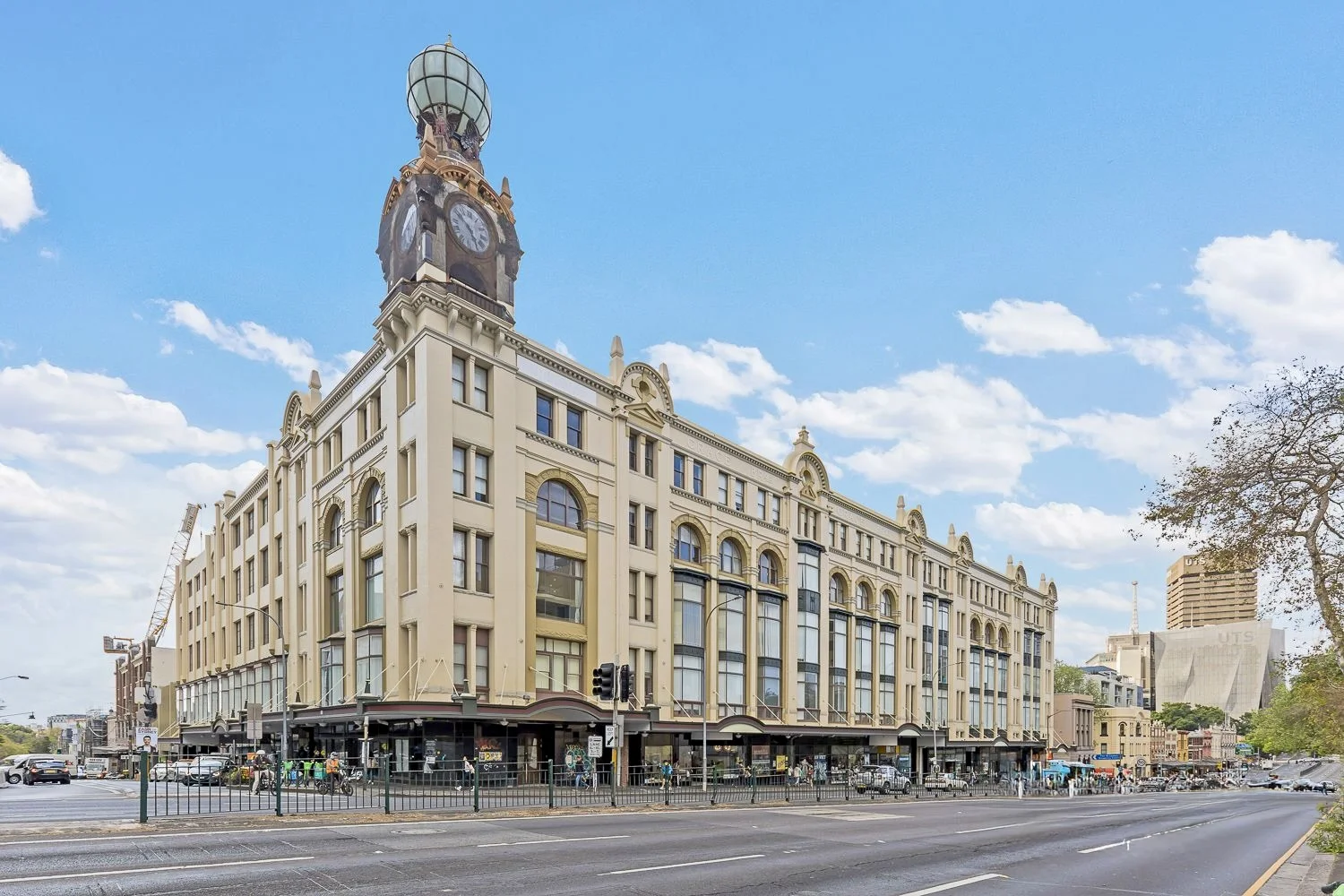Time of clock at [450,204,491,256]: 4:50
